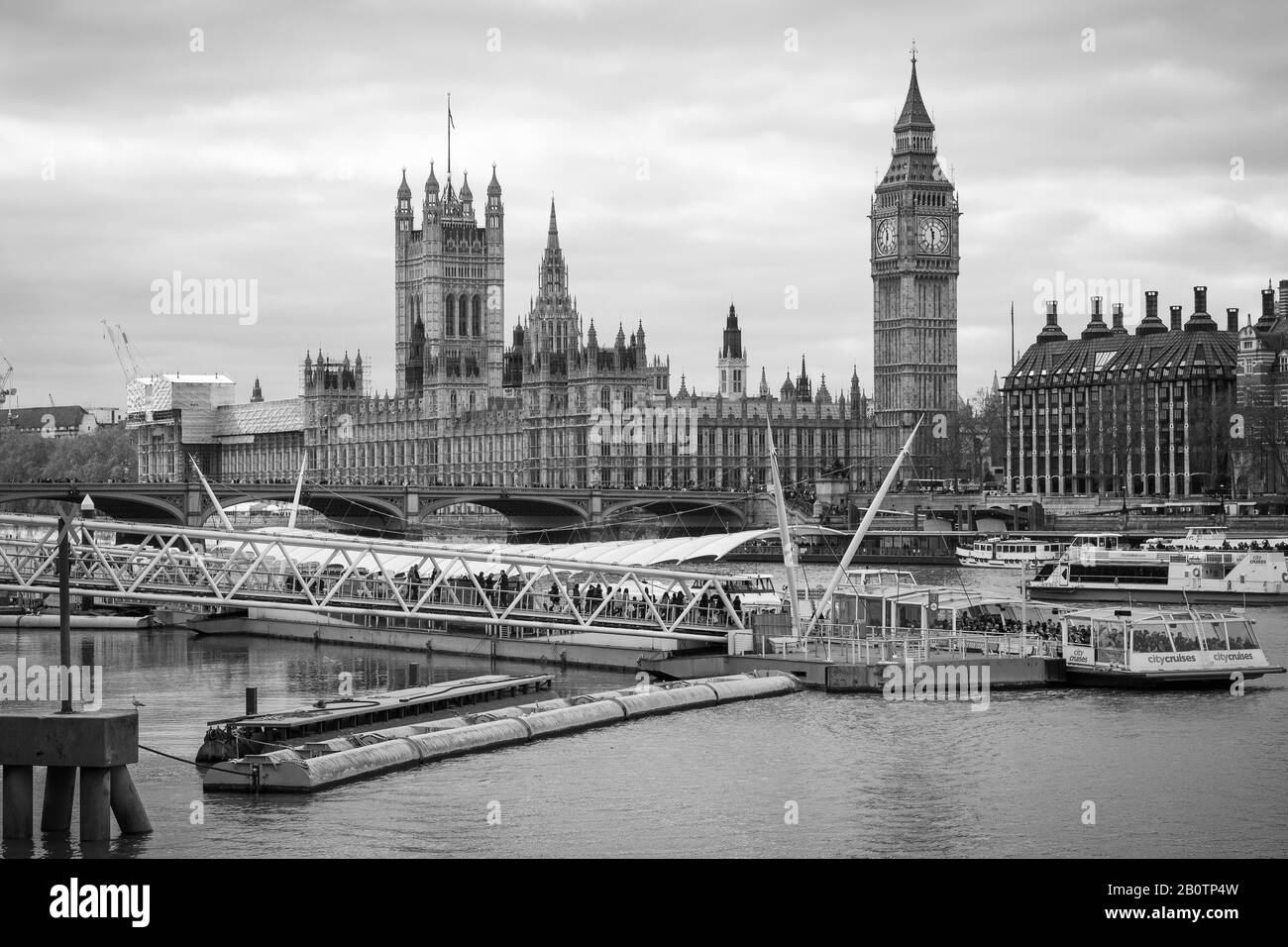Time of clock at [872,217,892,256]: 11:32
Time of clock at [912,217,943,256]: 11:31
